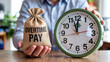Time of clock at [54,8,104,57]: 11:56
